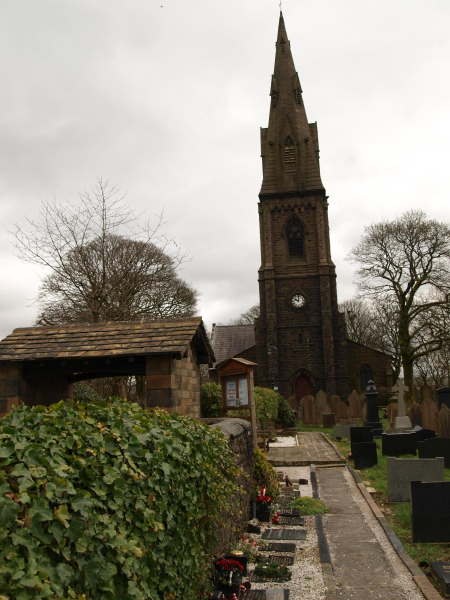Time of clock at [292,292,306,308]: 10:00
